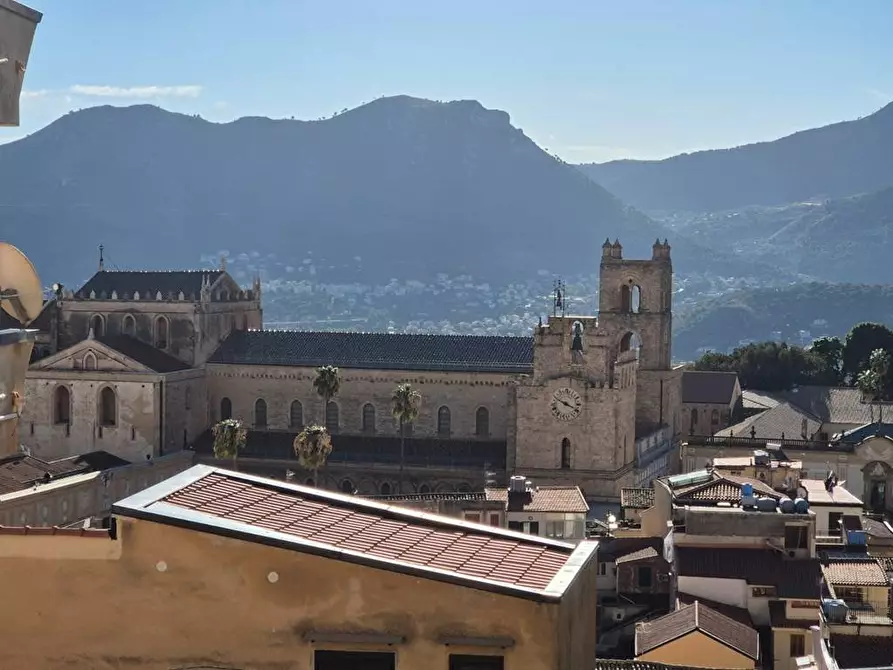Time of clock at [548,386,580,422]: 3:48
